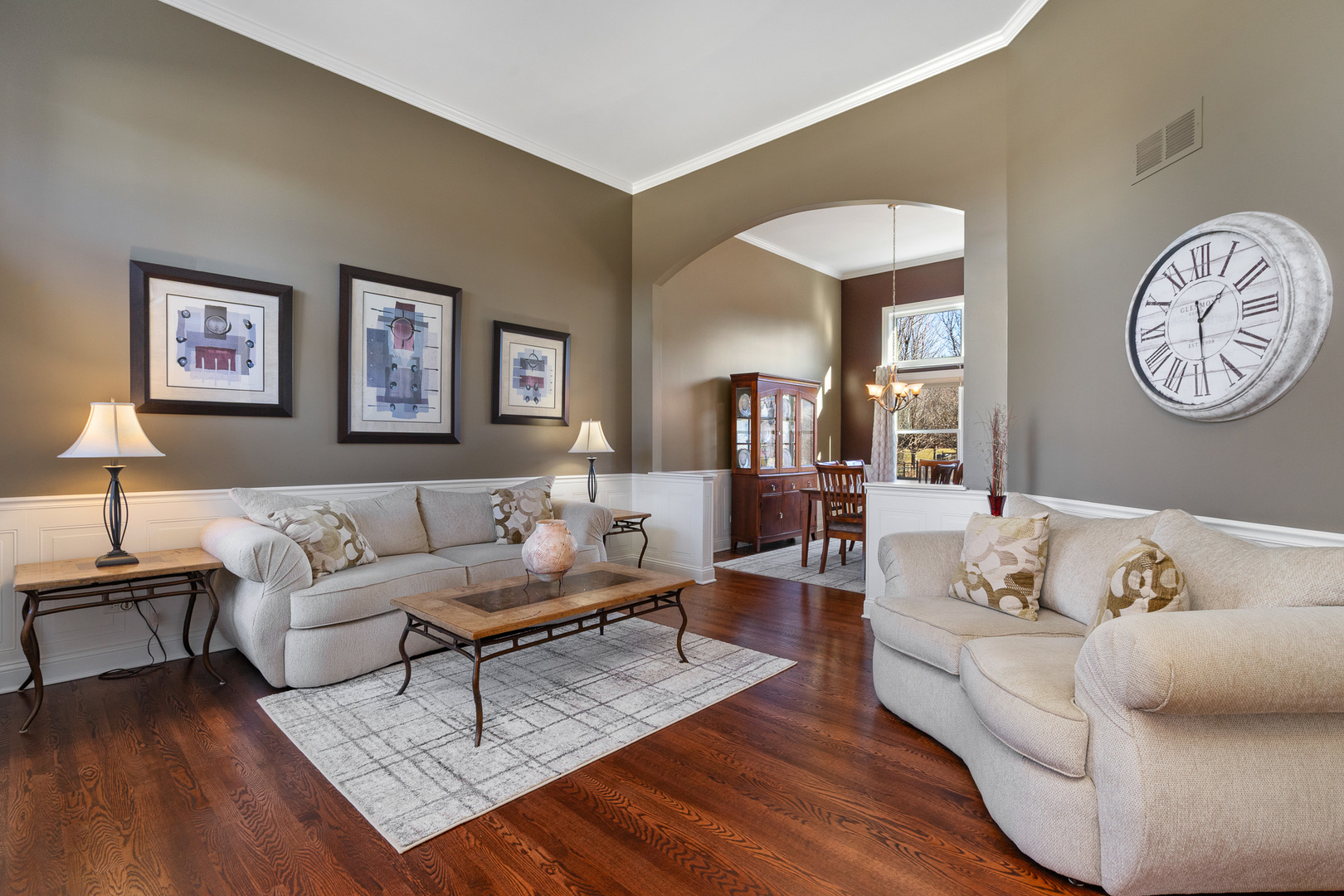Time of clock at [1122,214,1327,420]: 1:29
